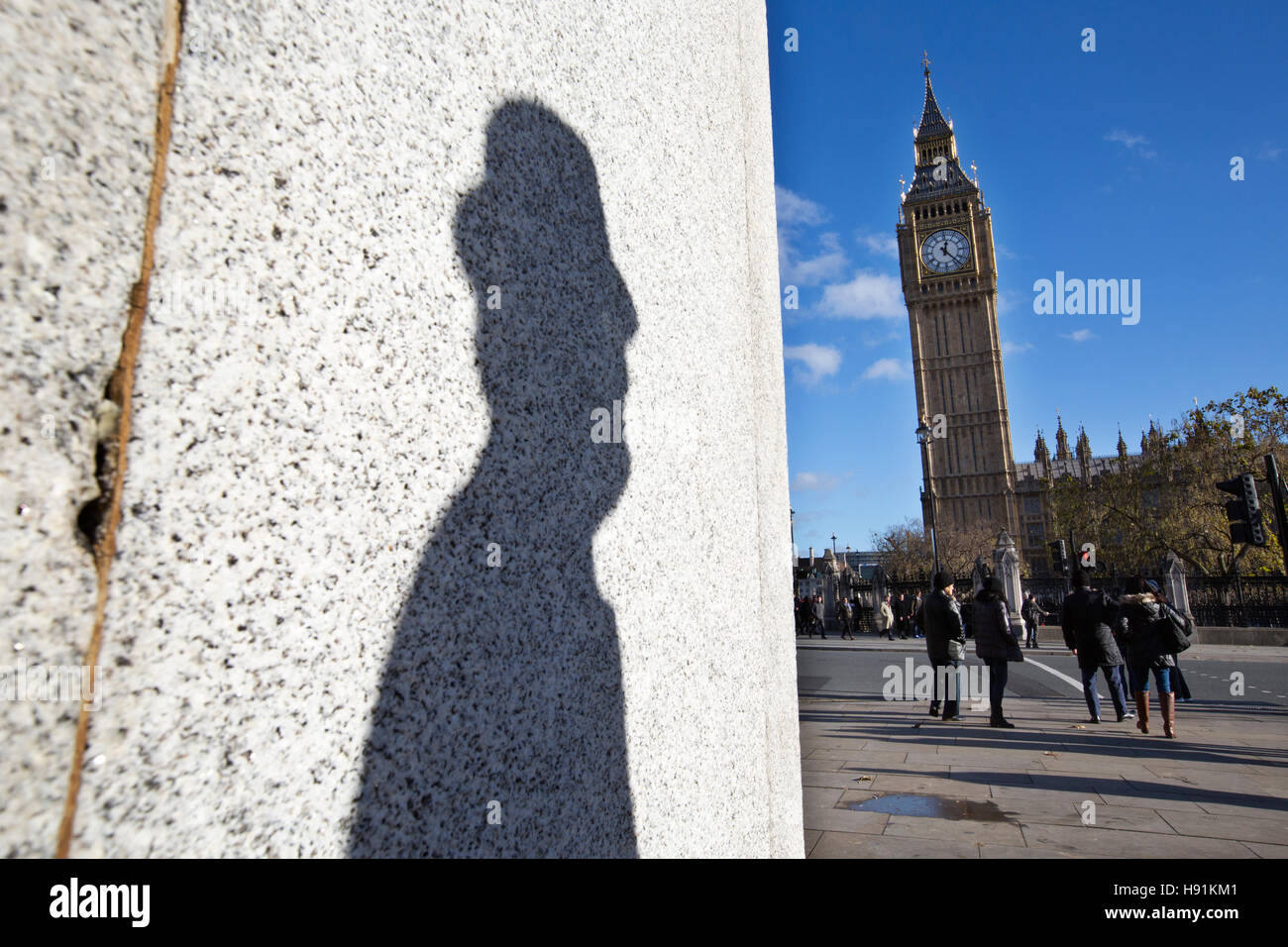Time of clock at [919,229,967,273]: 12:23
